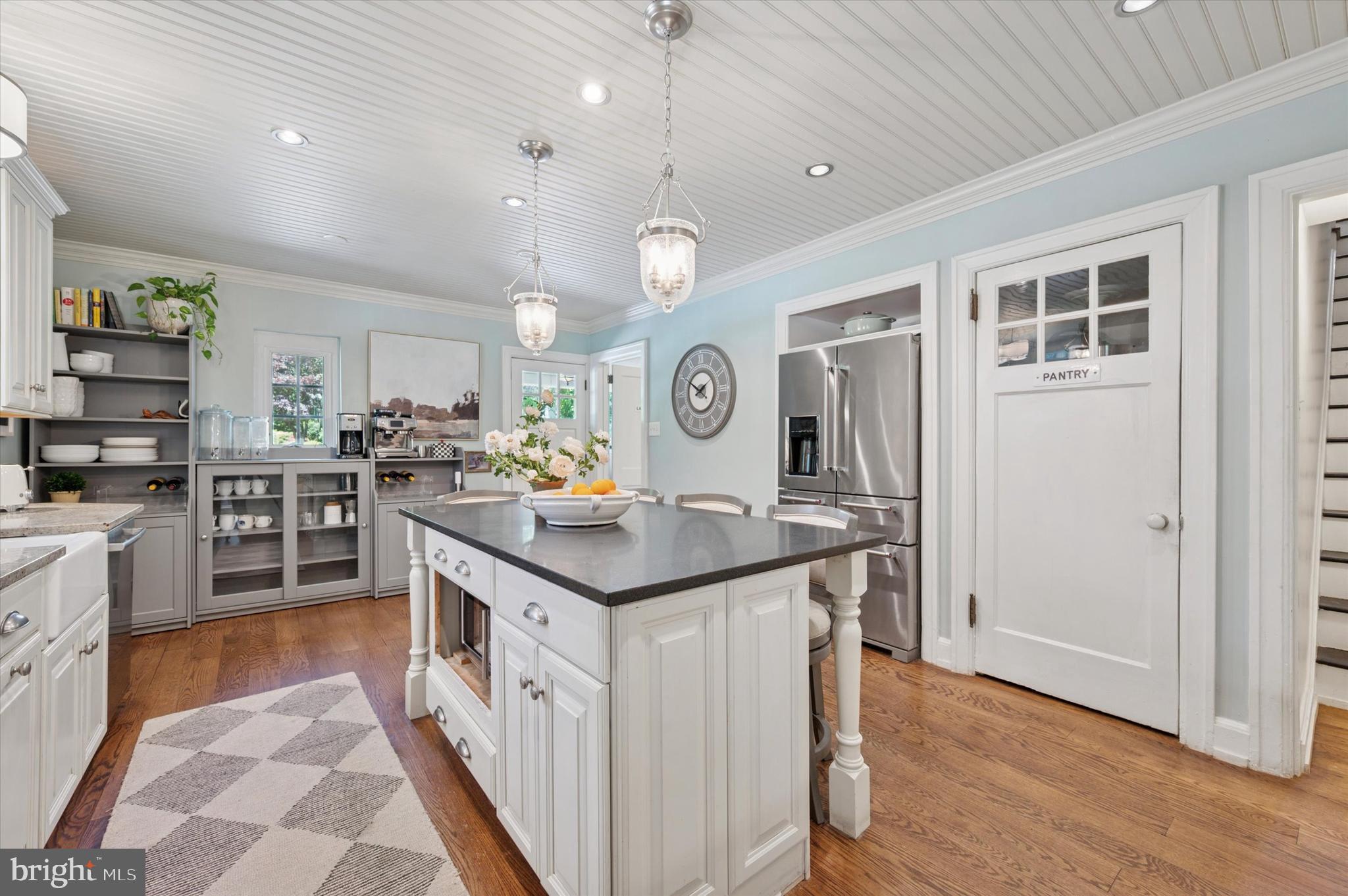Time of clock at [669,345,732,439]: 1:50
